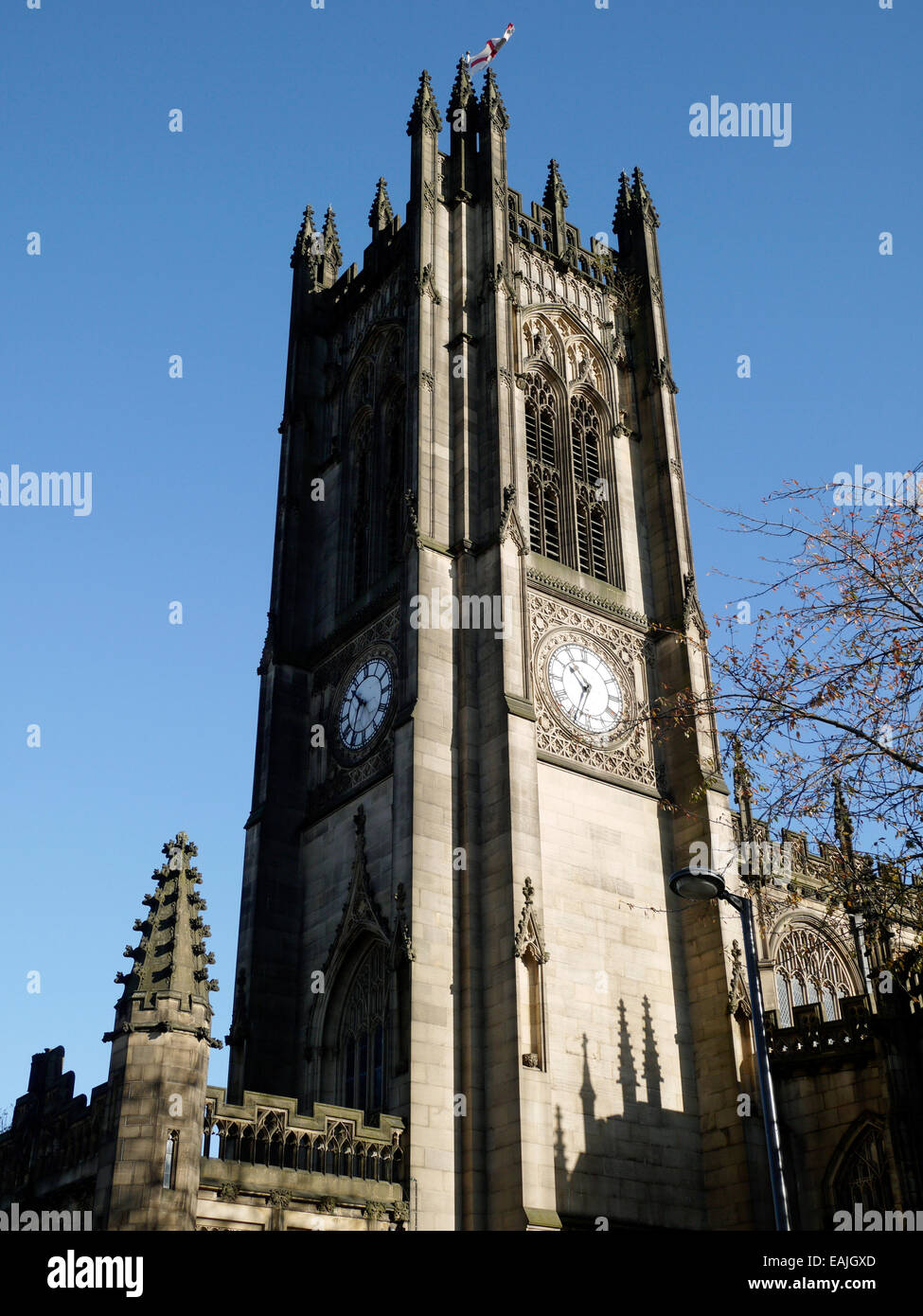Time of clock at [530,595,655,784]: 10:34
